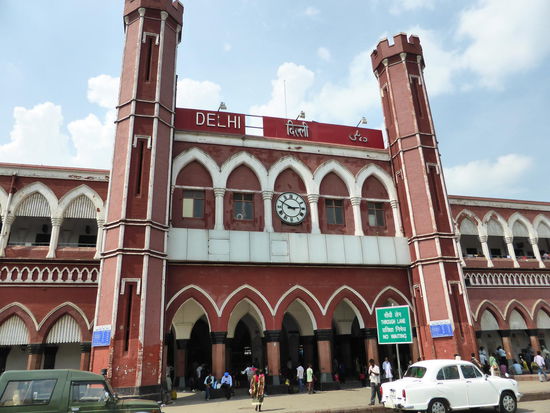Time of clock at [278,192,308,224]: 2:49
